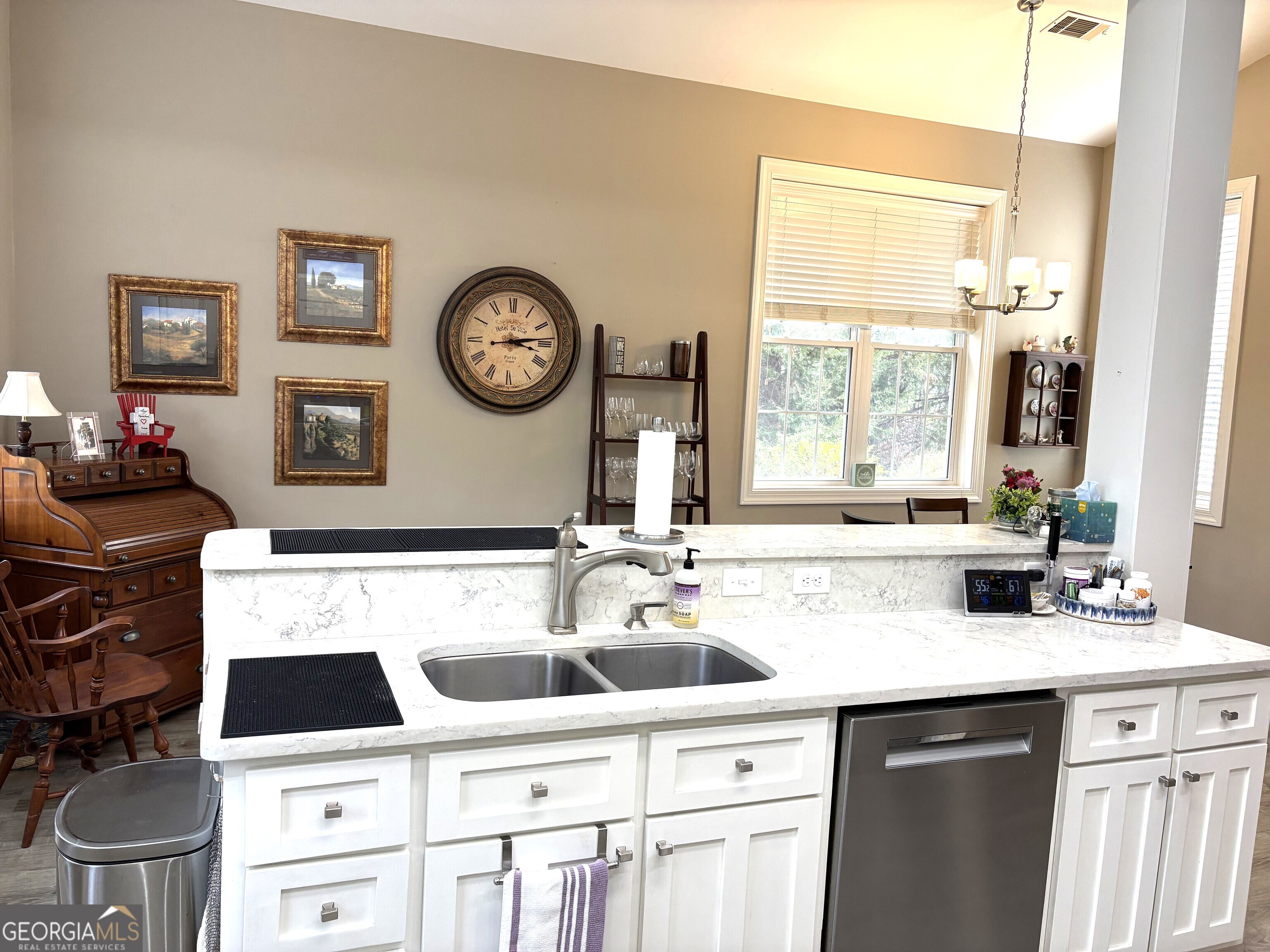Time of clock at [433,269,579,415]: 3:13
